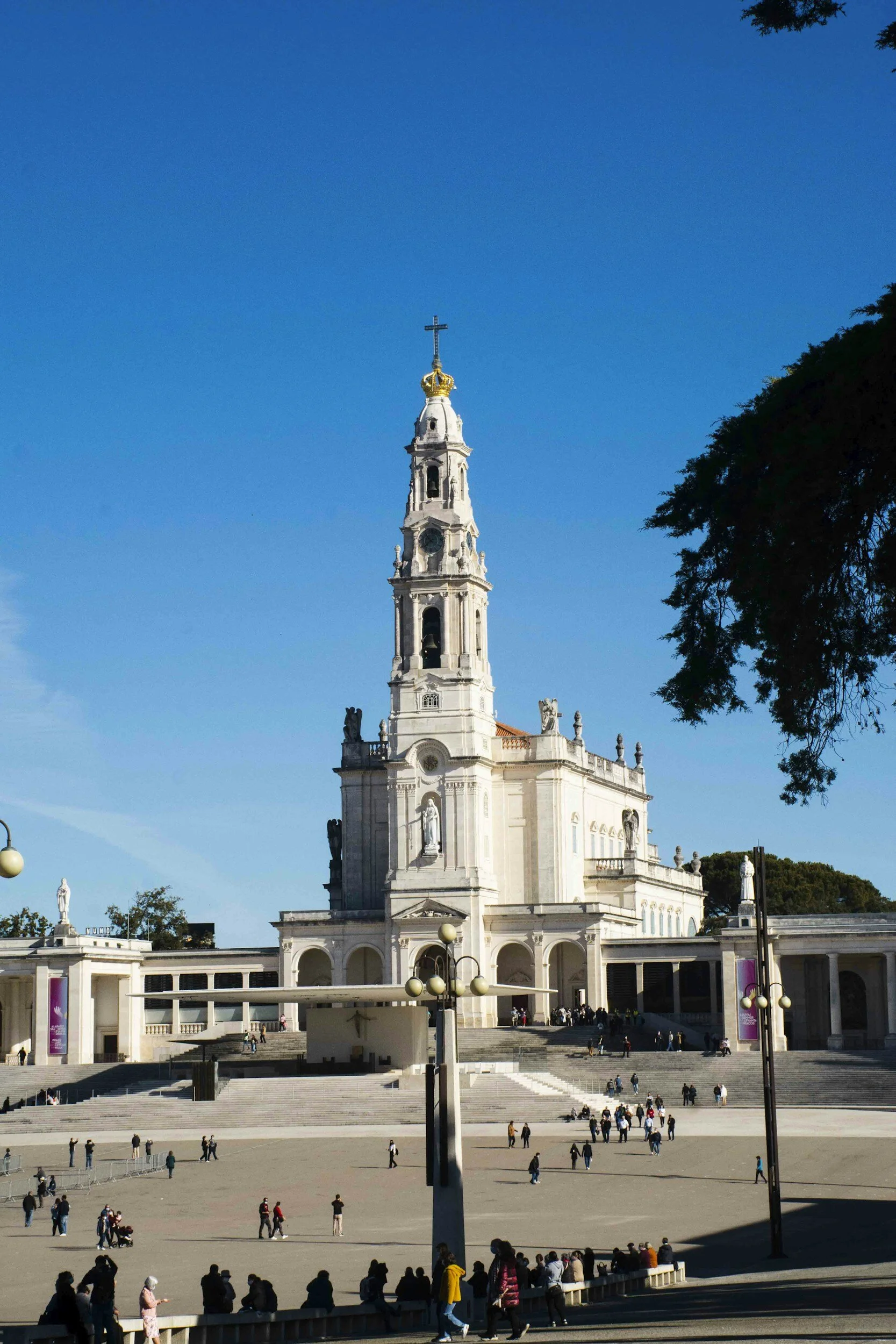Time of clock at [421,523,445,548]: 10:38
